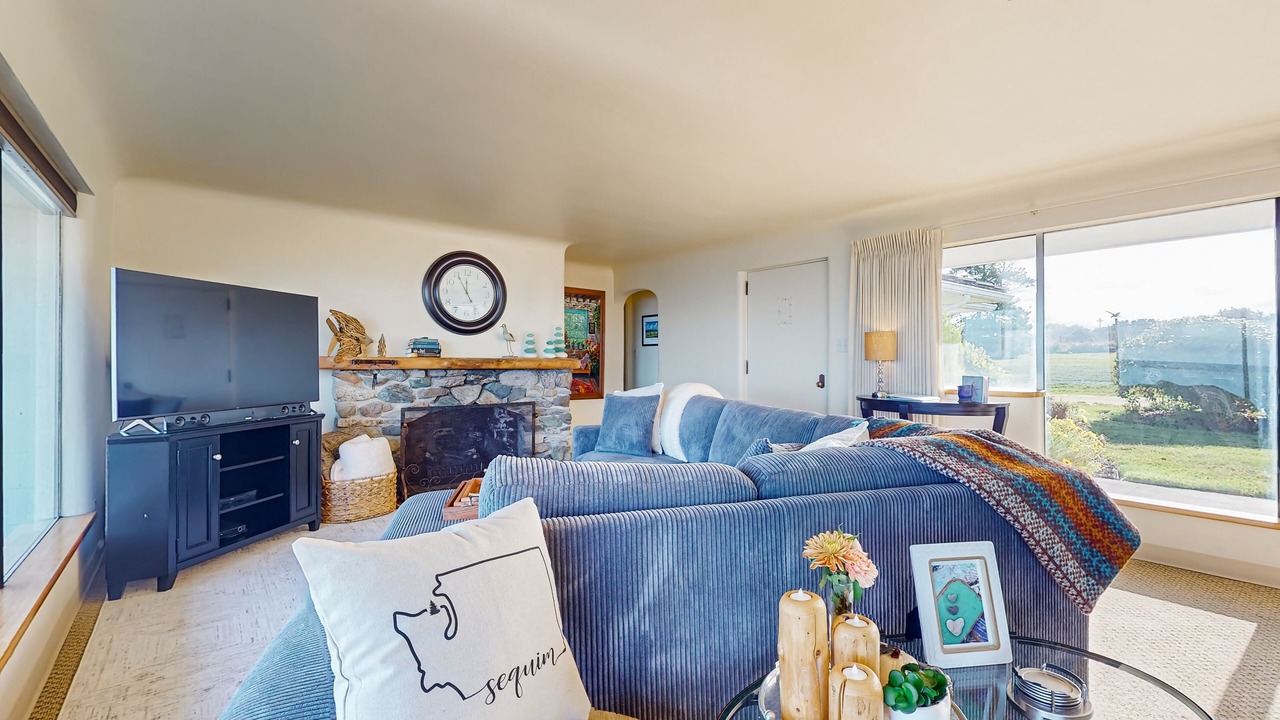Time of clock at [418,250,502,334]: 11:55
